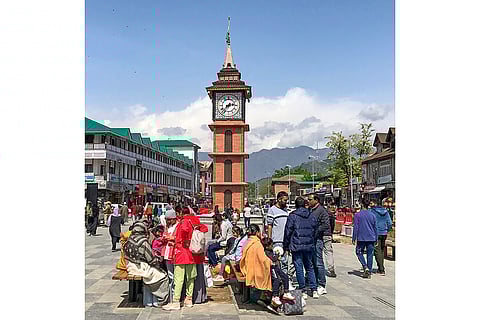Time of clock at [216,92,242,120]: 2:37
